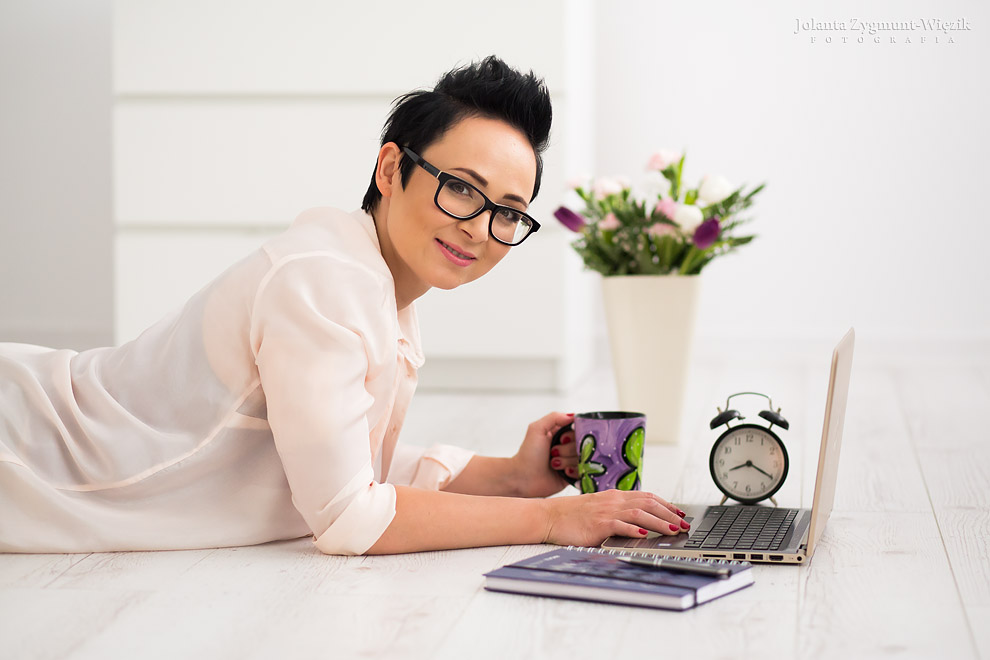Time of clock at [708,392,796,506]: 8:20
